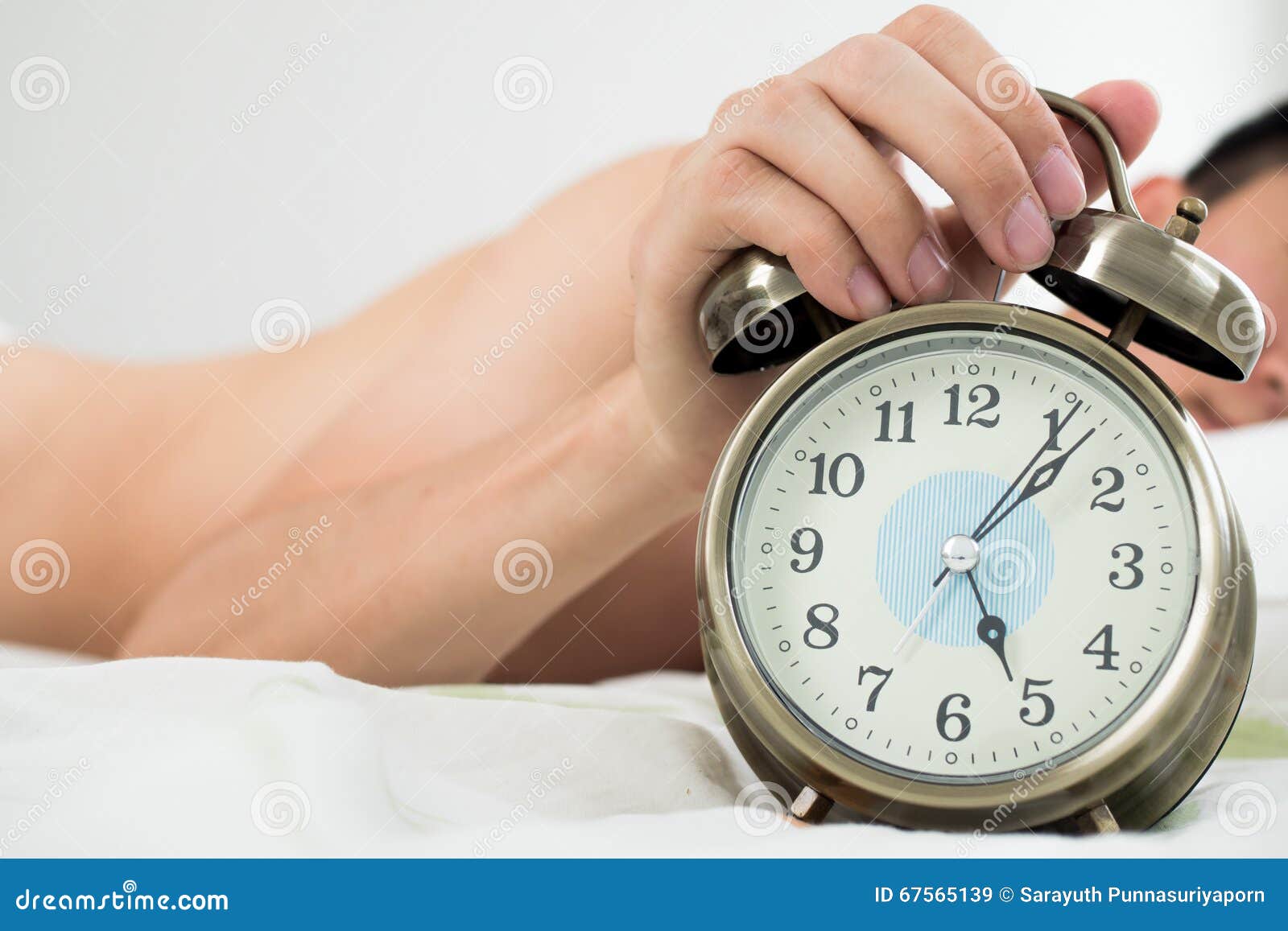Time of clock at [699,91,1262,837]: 5:06
